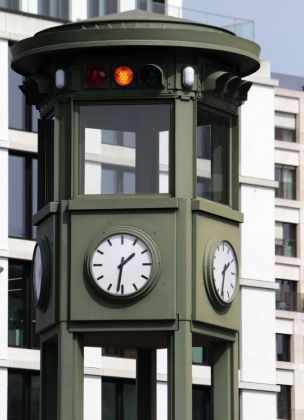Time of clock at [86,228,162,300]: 1:31
